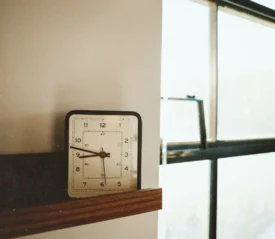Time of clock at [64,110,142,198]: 8:47
